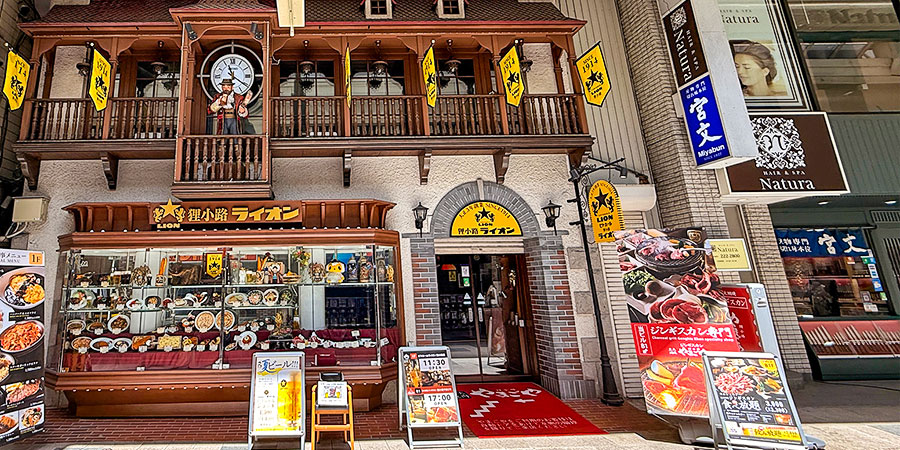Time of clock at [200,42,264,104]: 11:20
